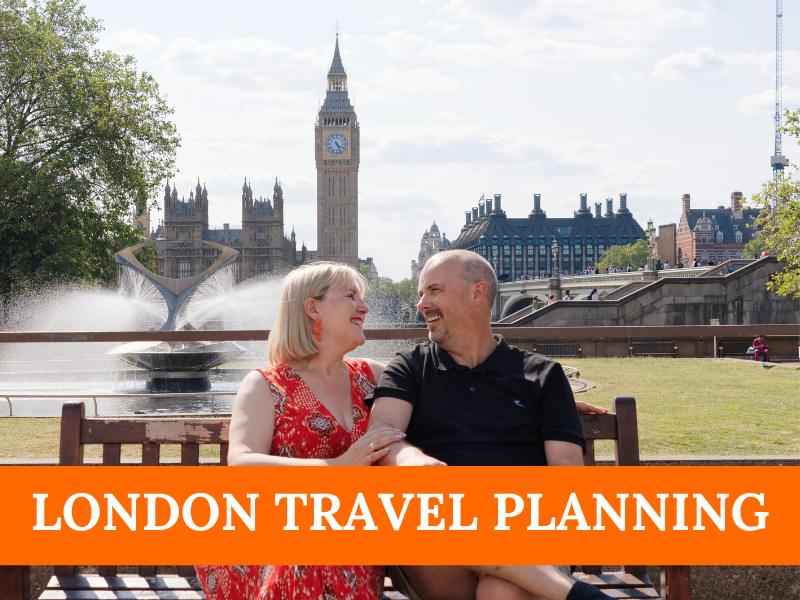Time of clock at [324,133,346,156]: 4:26
